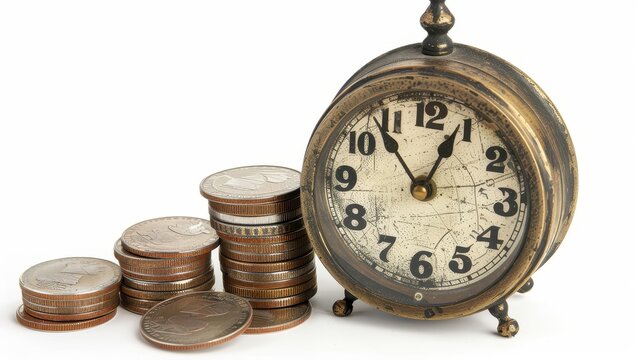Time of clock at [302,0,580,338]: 12:53
